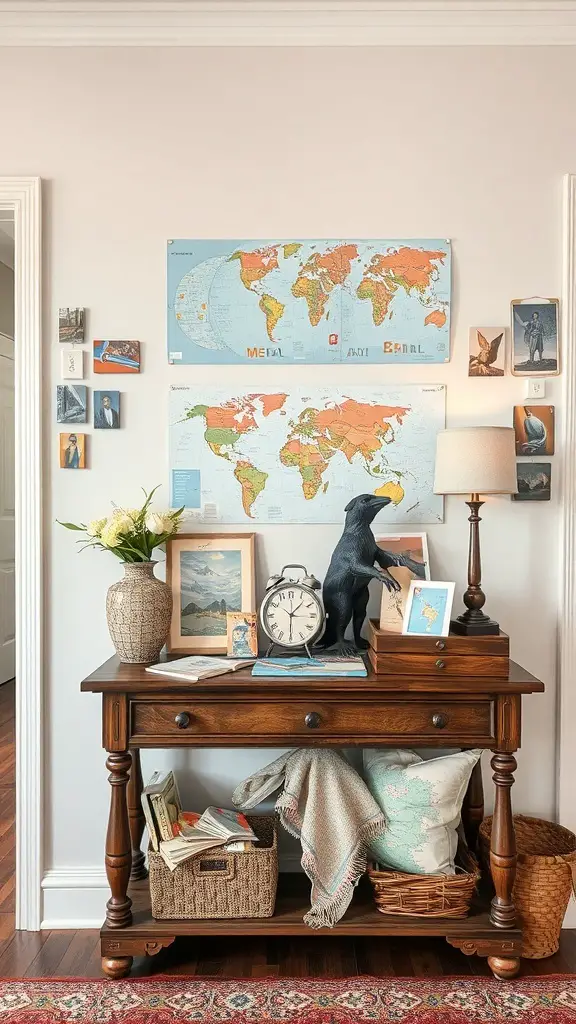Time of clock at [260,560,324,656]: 1:30
